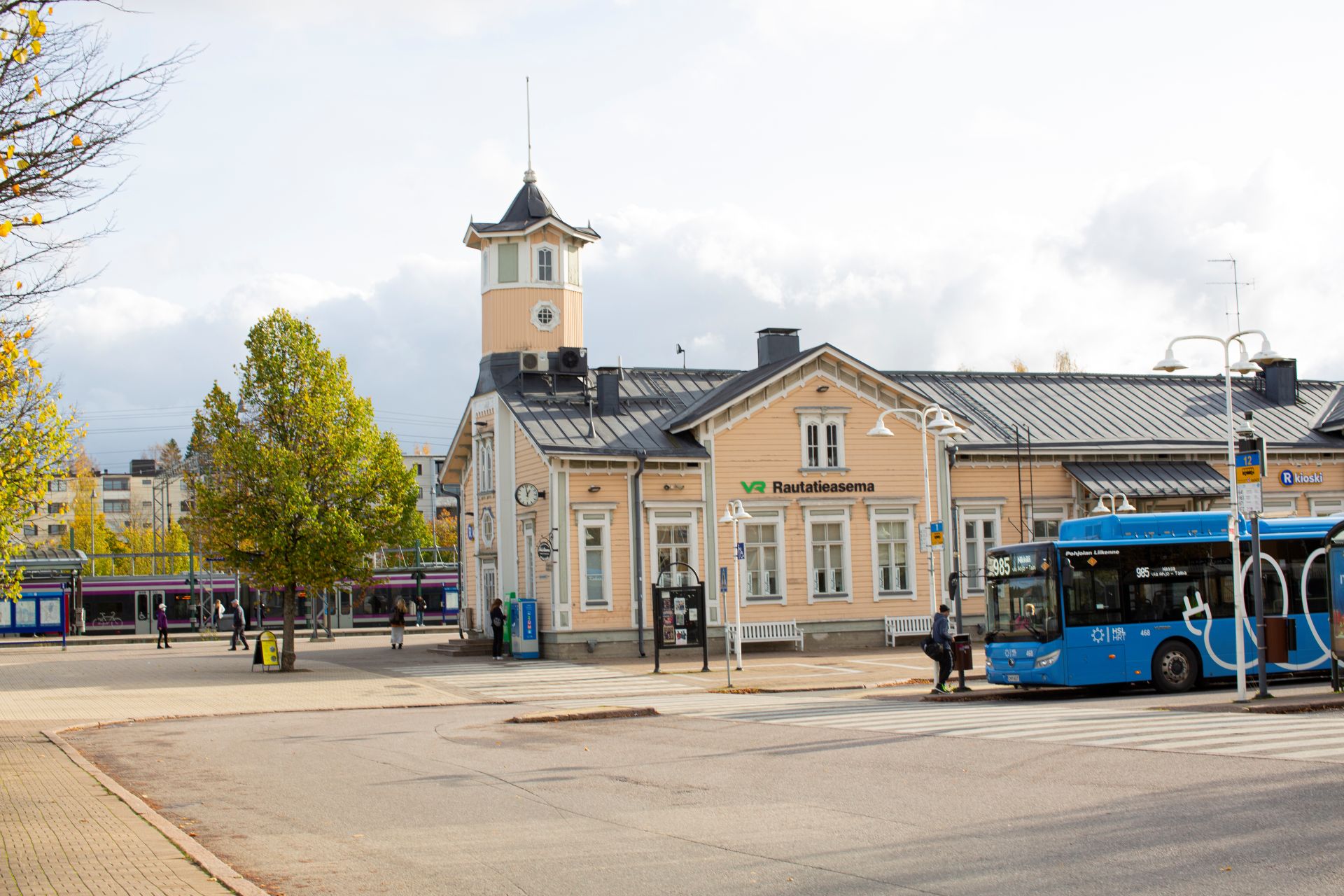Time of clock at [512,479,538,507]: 12:58
